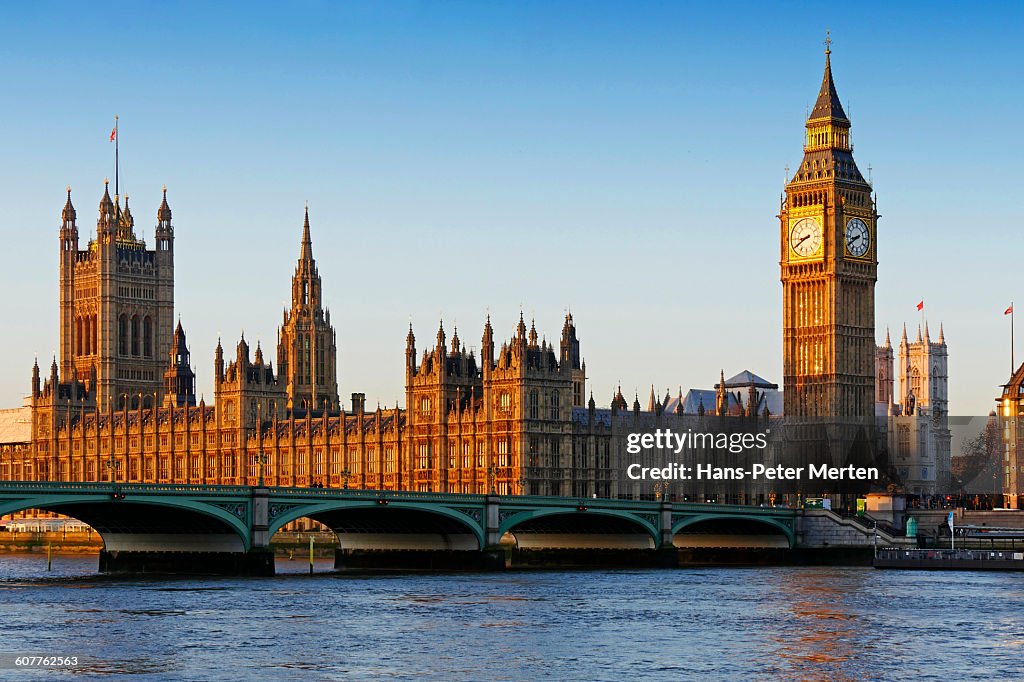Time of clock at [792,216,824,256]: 8:40
